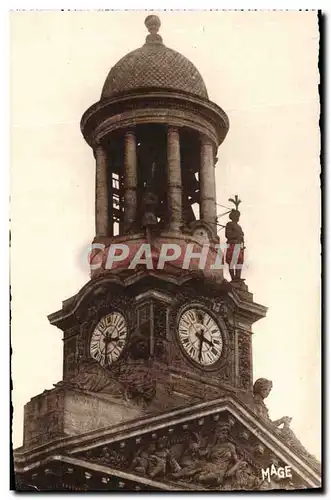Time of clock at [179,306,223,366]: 3:31
